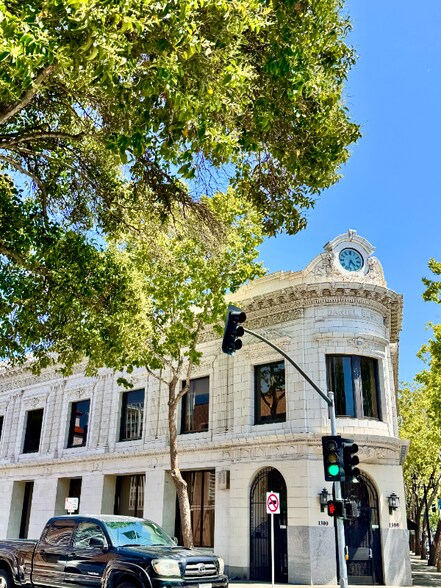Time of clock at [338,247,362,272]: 4:33
